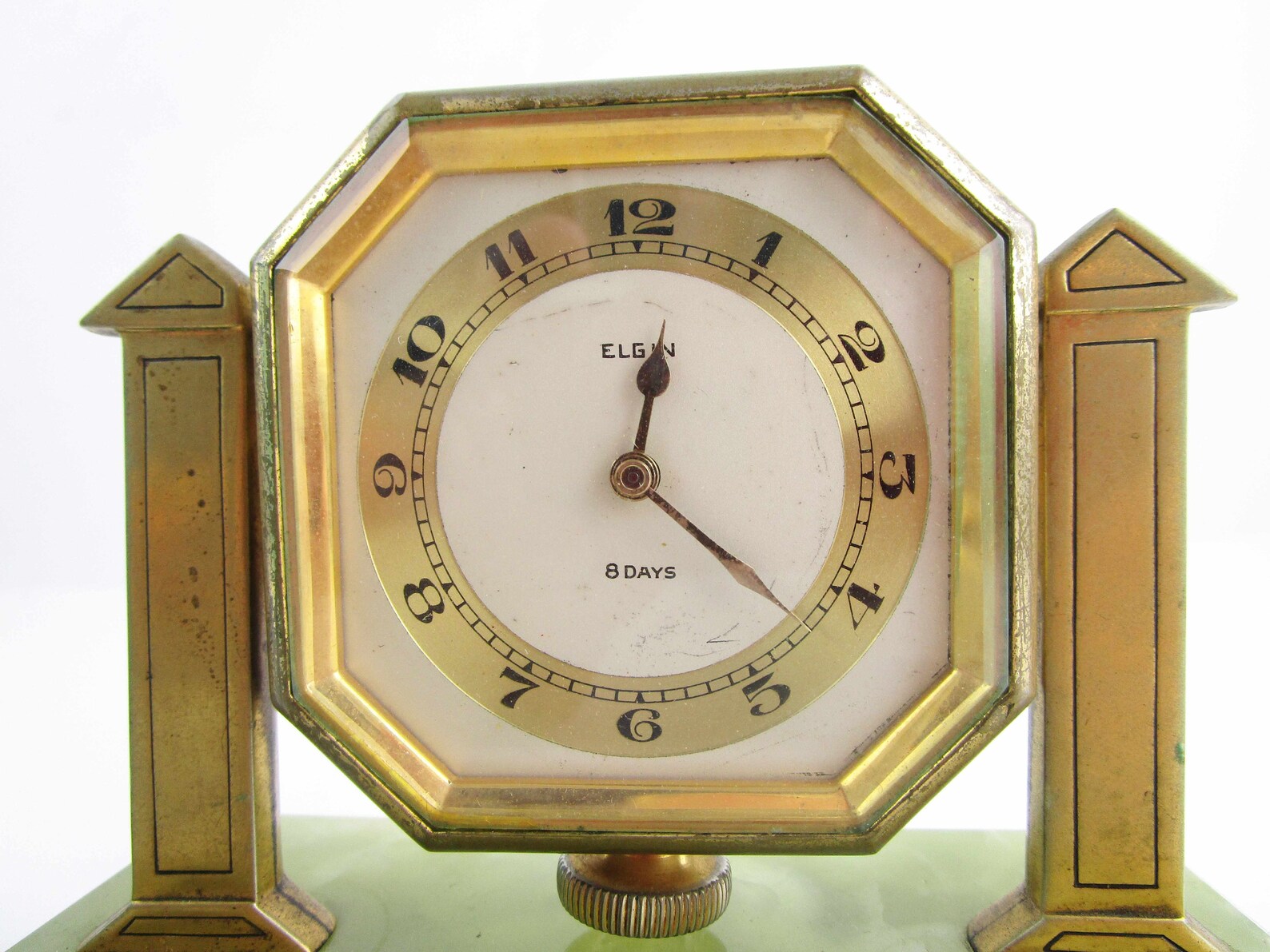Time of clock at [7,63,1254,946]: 12:21
